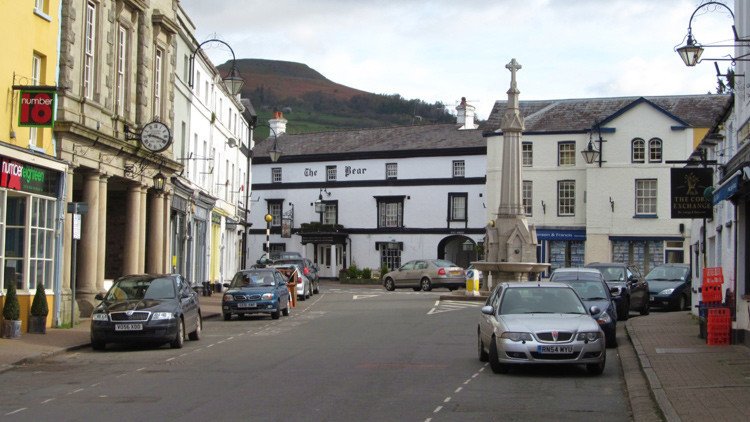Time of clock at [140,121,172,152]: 9:18
